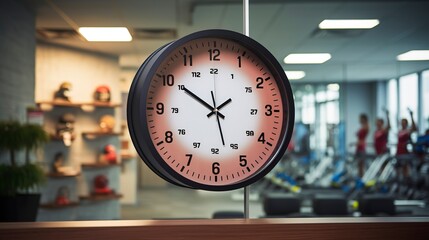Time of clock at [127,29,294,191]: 1:50
